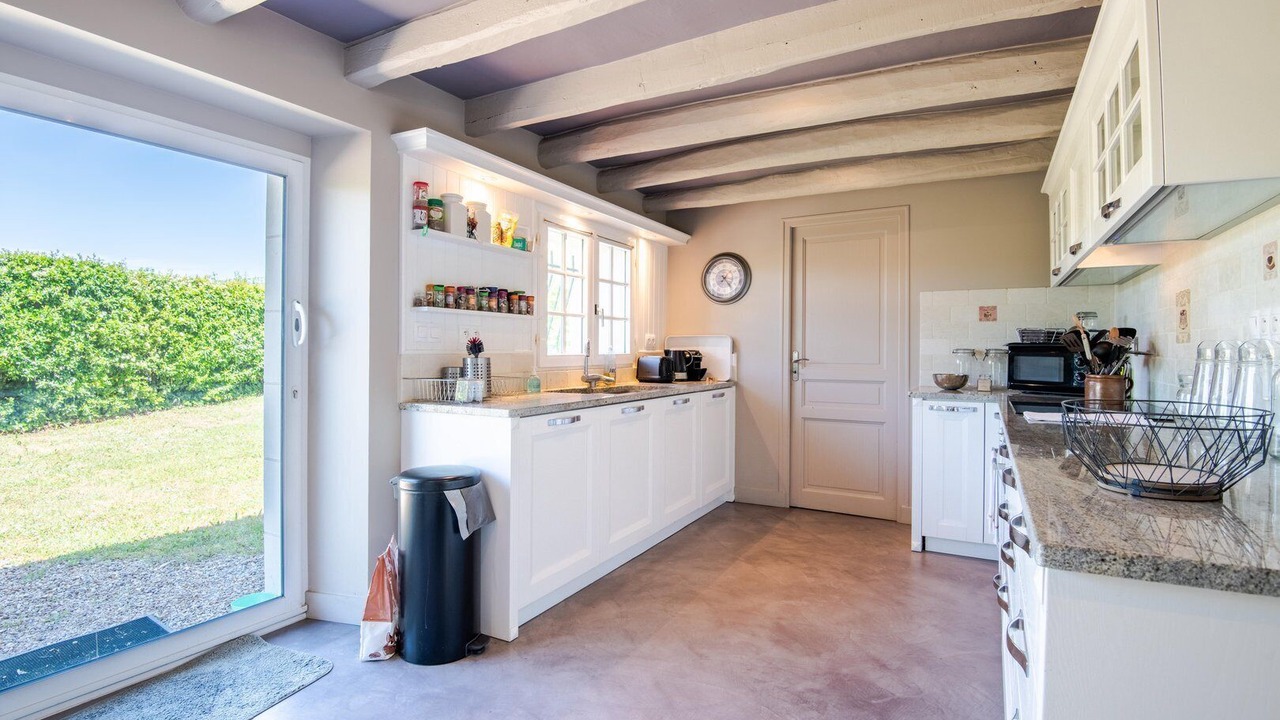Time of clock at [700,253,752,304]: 7:23
